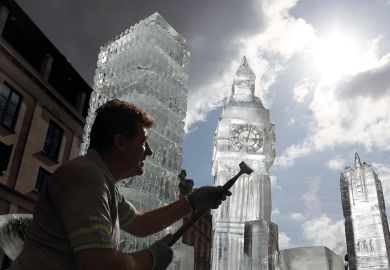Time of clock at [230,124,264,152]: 3:02
